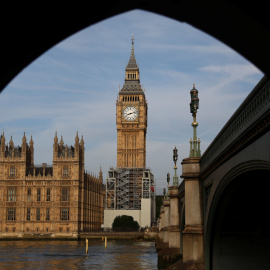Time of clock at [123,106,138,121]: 8:12
